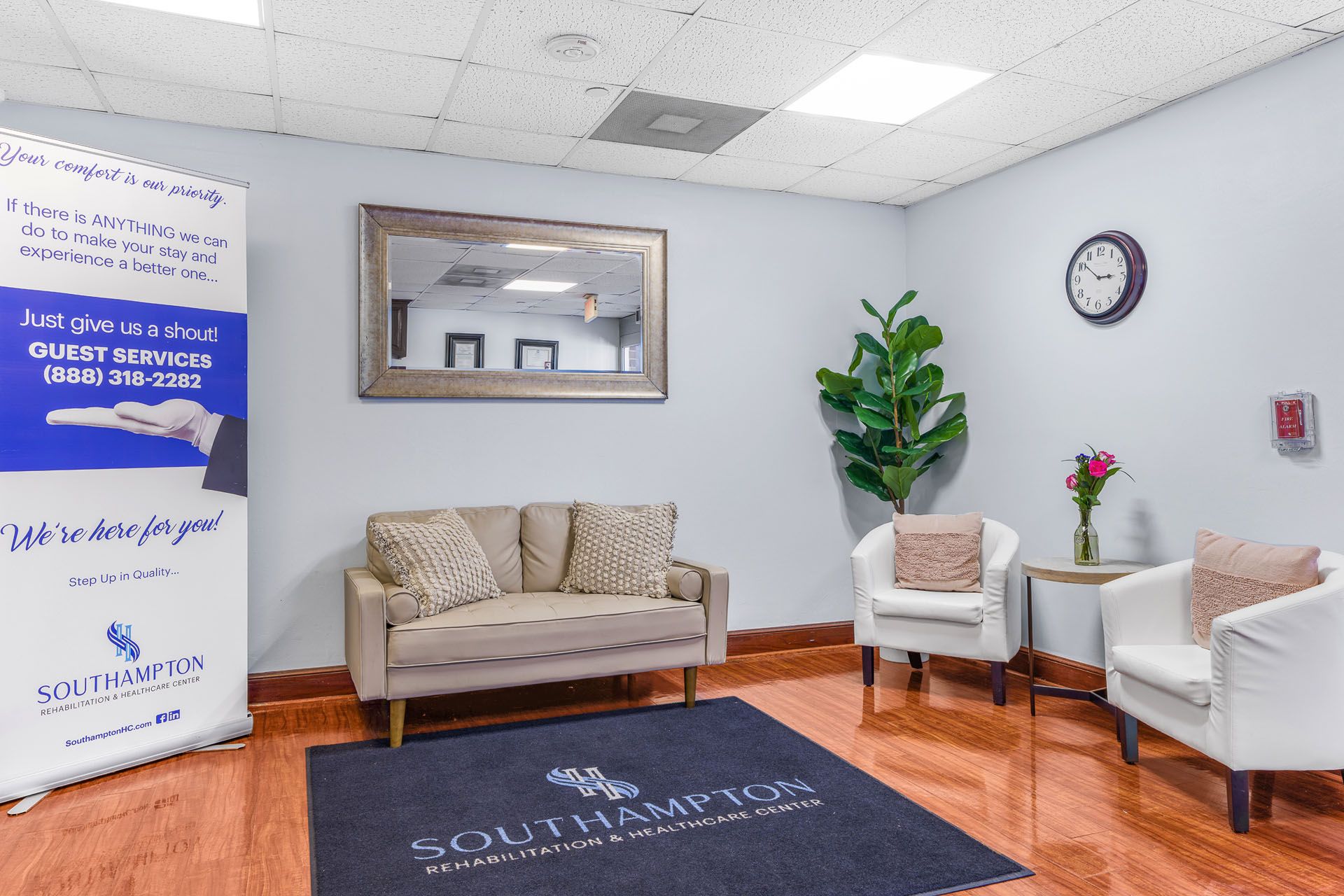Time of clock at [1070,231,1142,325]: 2:51
